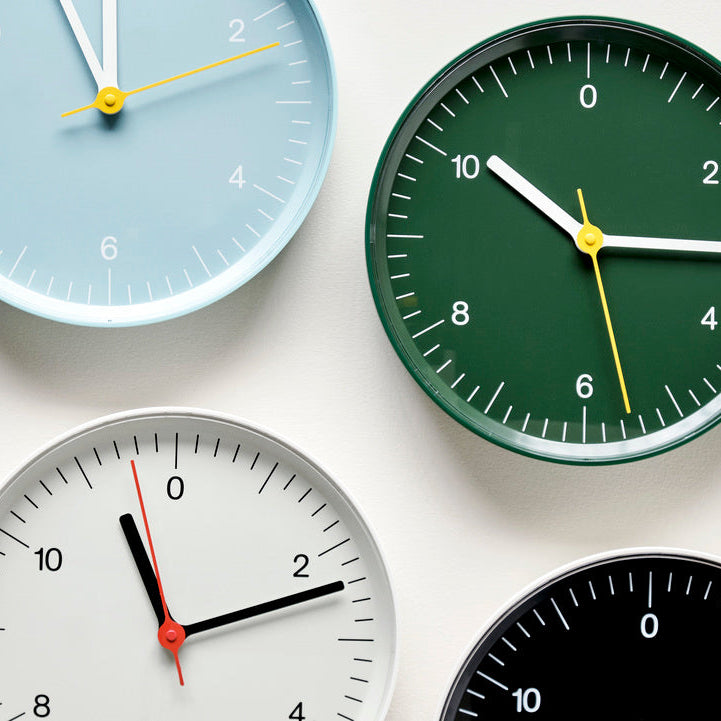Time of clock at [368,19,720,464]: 10:15
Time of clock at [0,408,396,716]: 11:12
